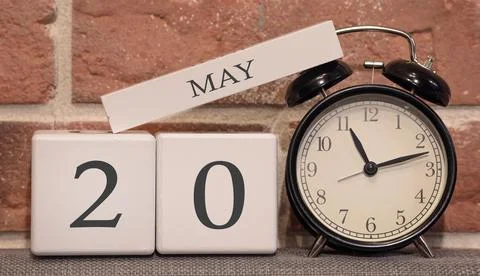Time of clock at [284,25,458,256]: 11:12
